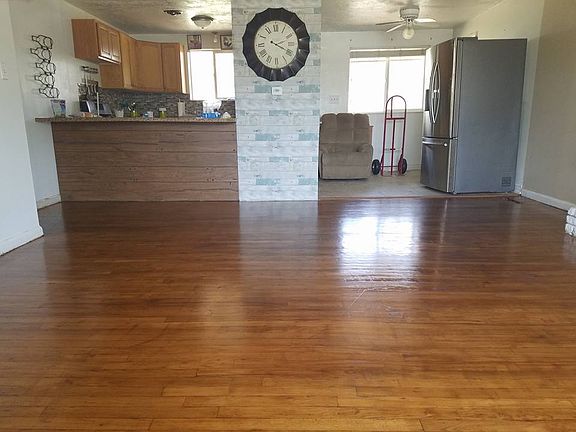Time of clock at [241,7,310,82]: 2:19
